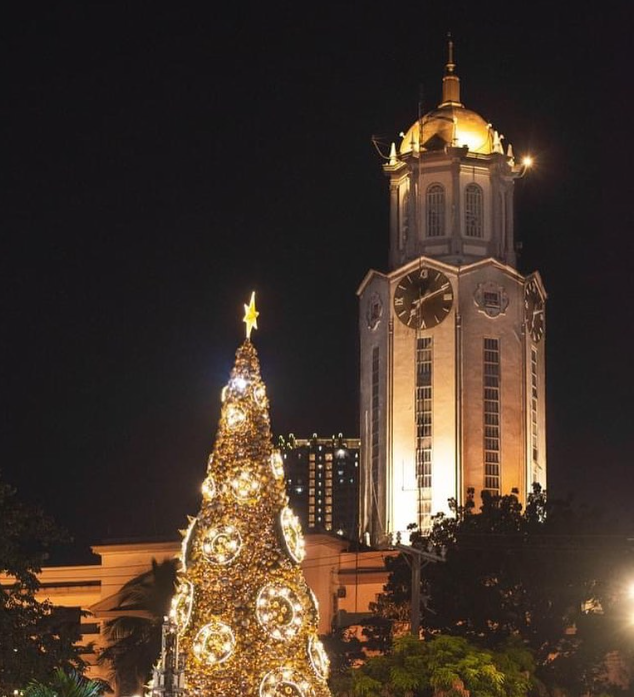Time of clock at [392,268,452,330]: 7:10
